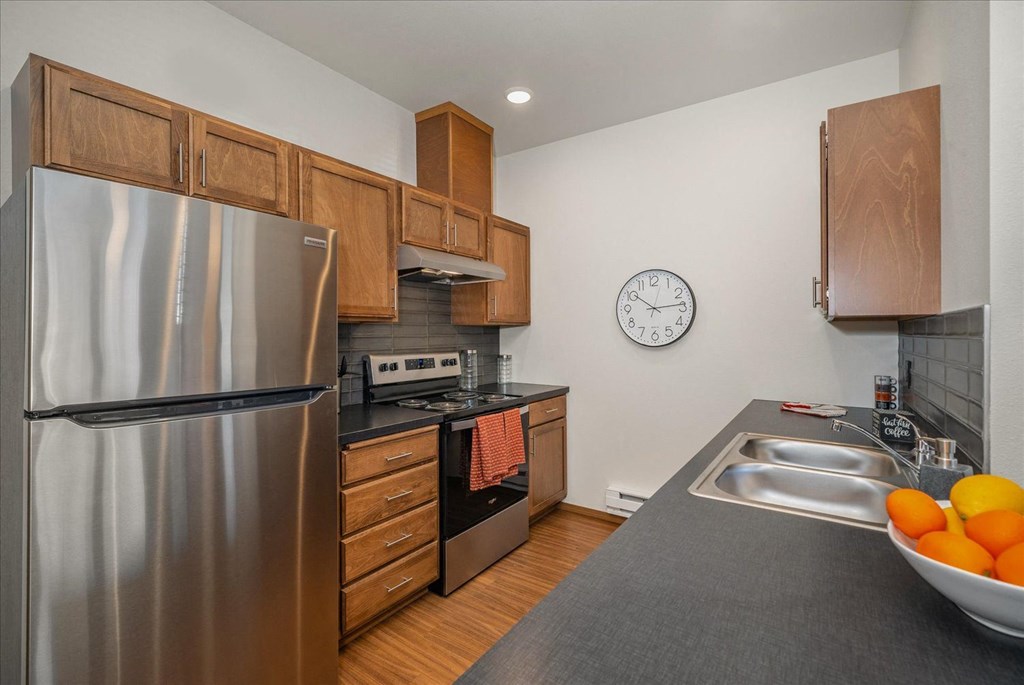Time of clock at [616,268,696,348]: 10:13
